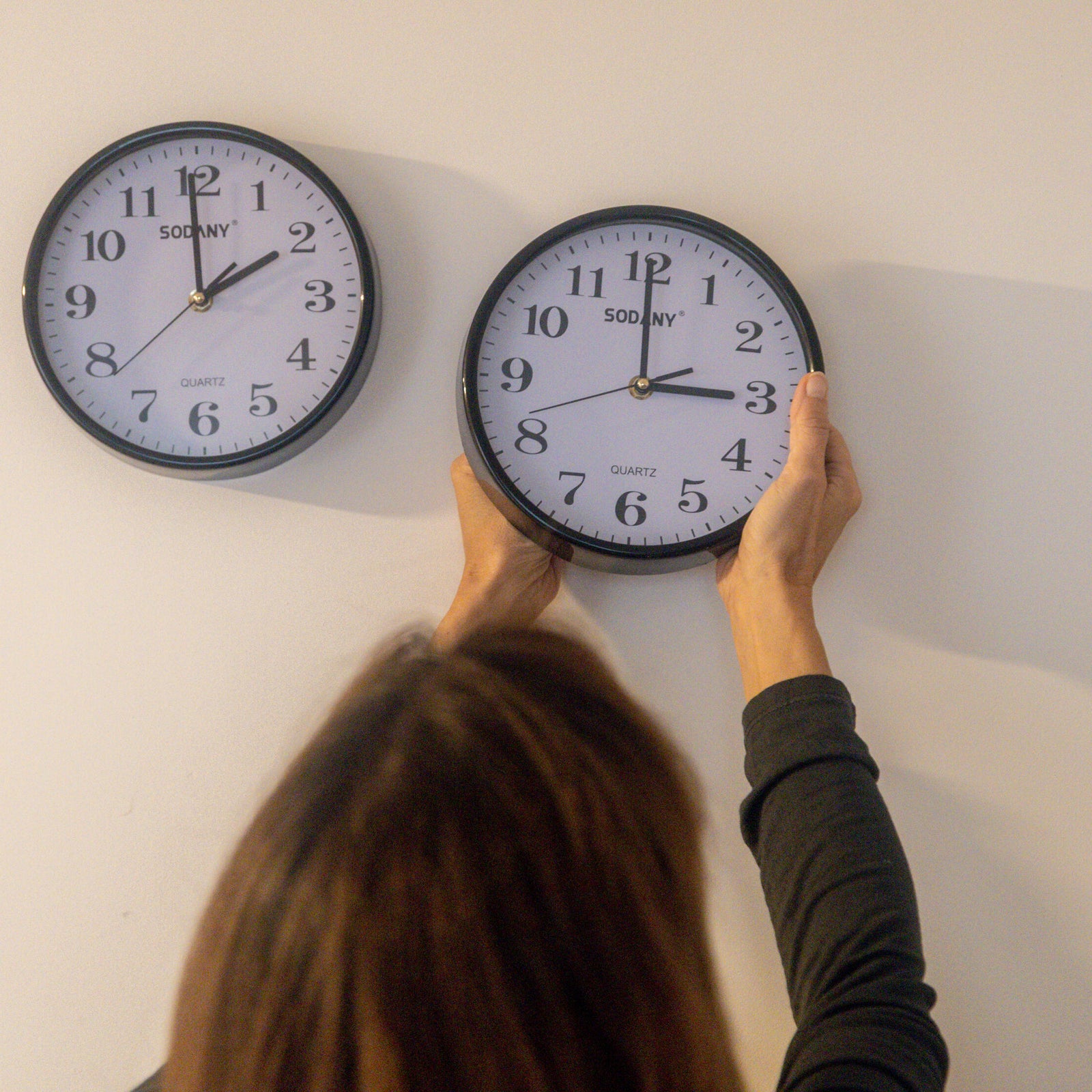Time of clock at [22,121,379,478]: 1:59
